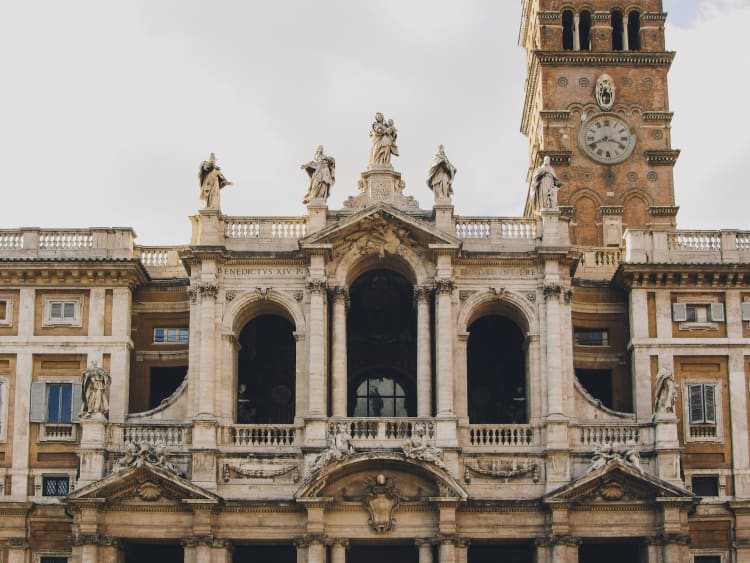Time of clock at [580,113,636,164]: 3:40
